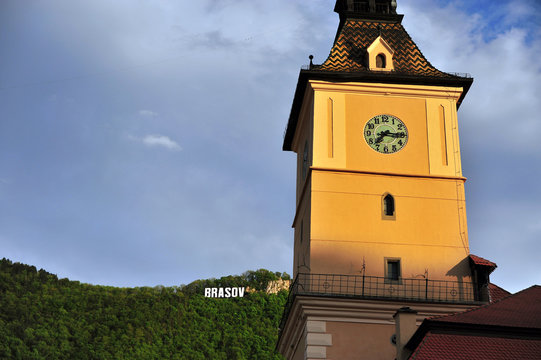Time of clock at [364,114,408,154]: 7:15
